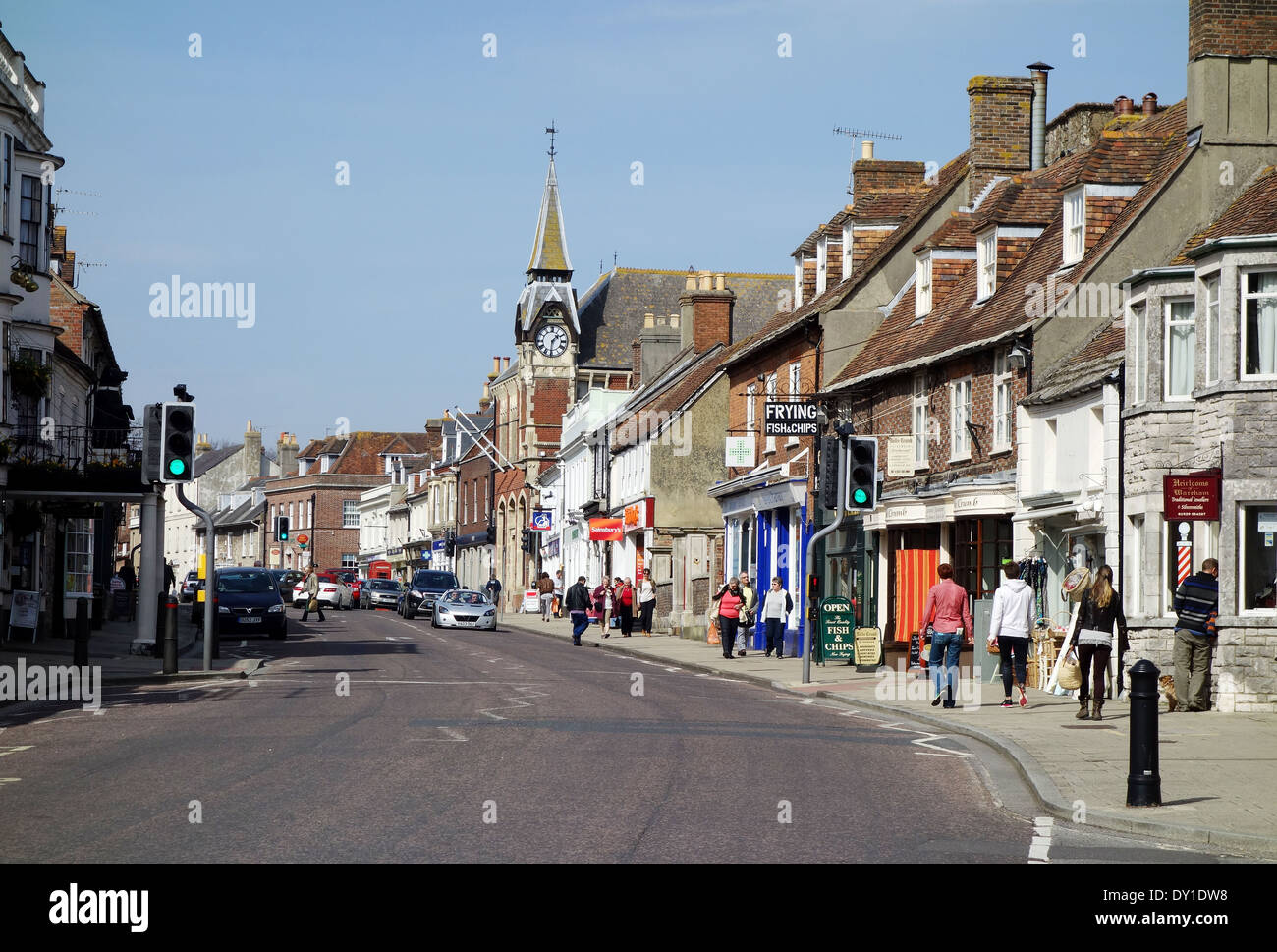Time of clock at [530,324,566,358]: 1:31
